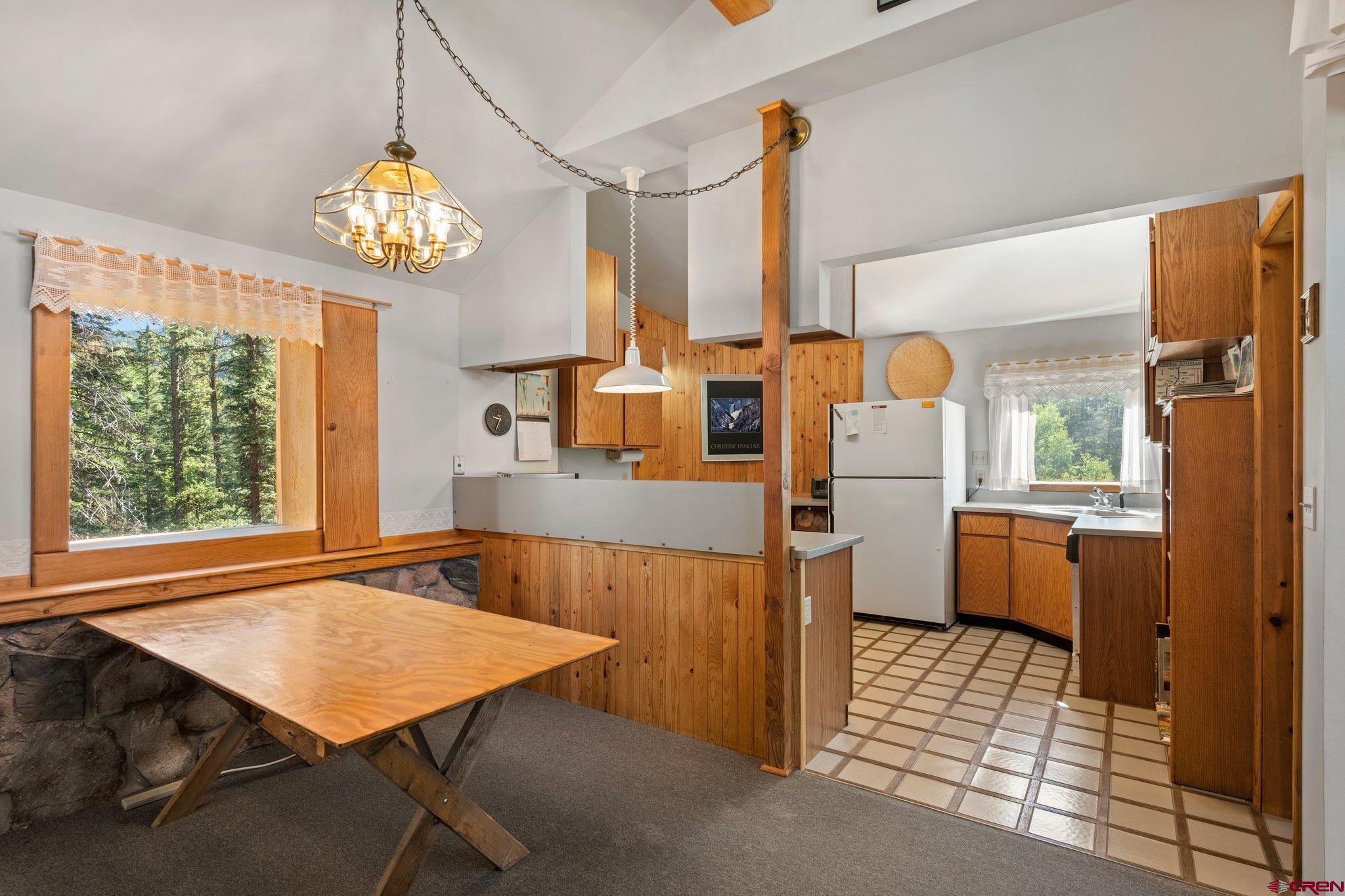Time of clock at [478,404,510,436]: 9:34
